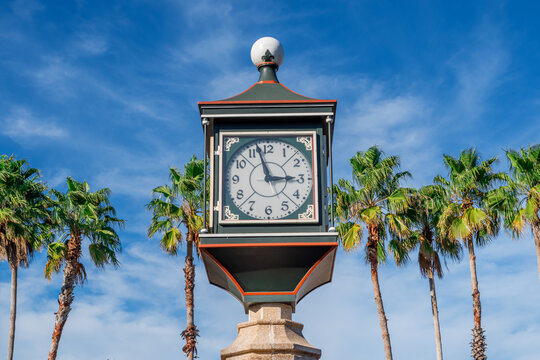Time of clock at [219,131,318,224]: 2:57
